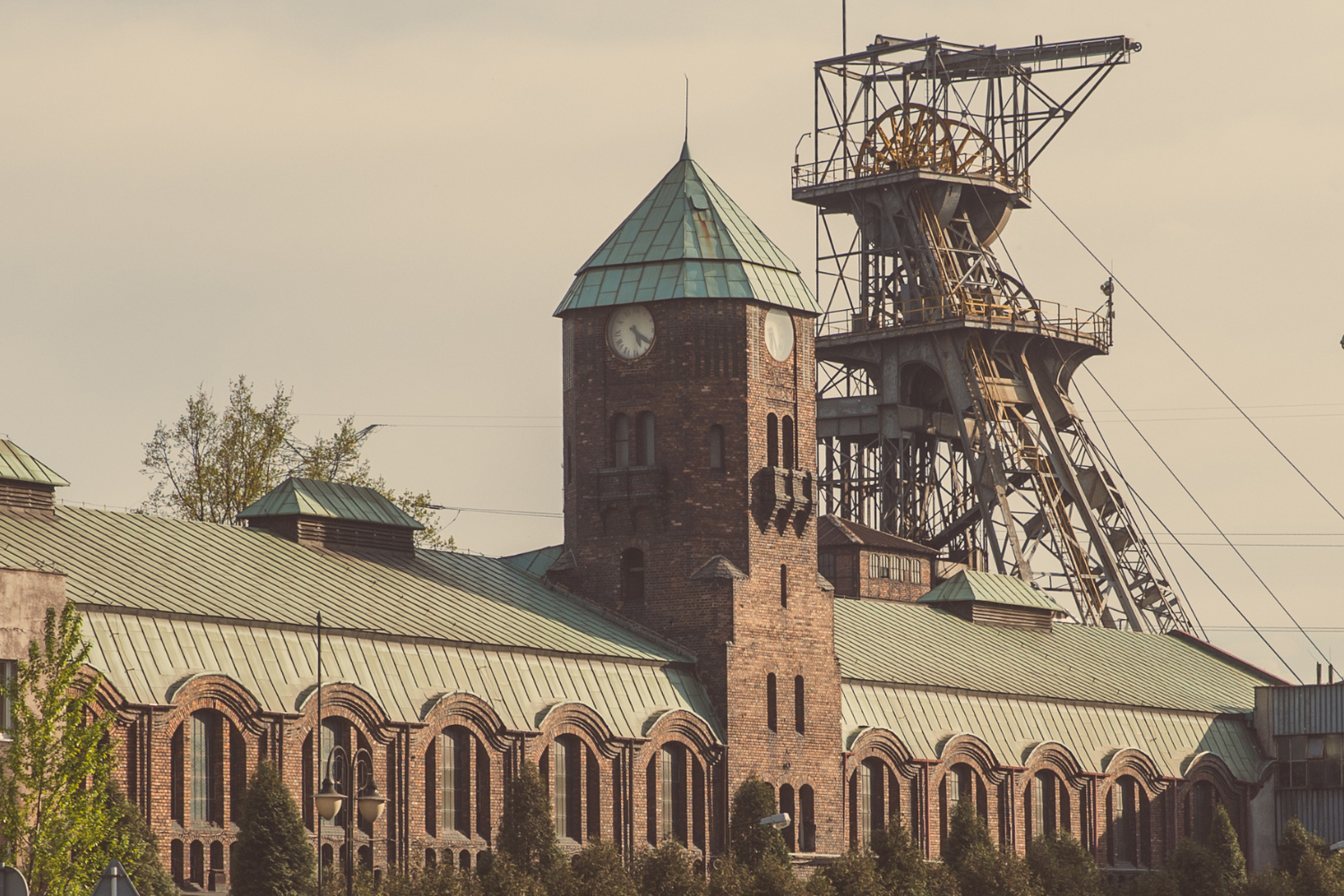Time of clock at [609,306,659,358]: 5:20
